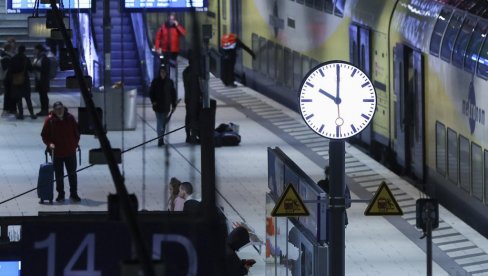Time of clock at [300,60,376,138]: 10:00
